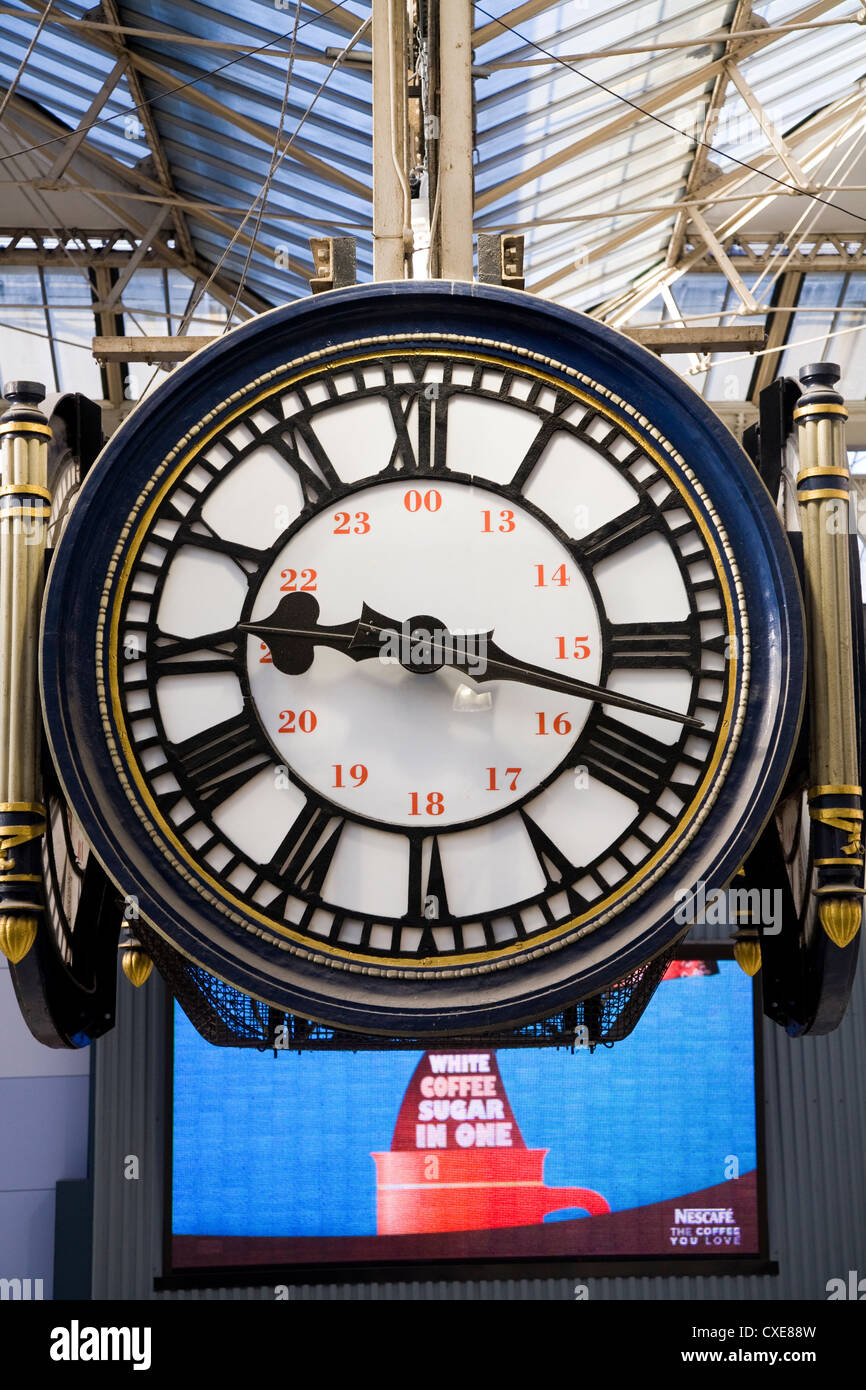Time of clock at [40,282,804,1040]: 9:17
